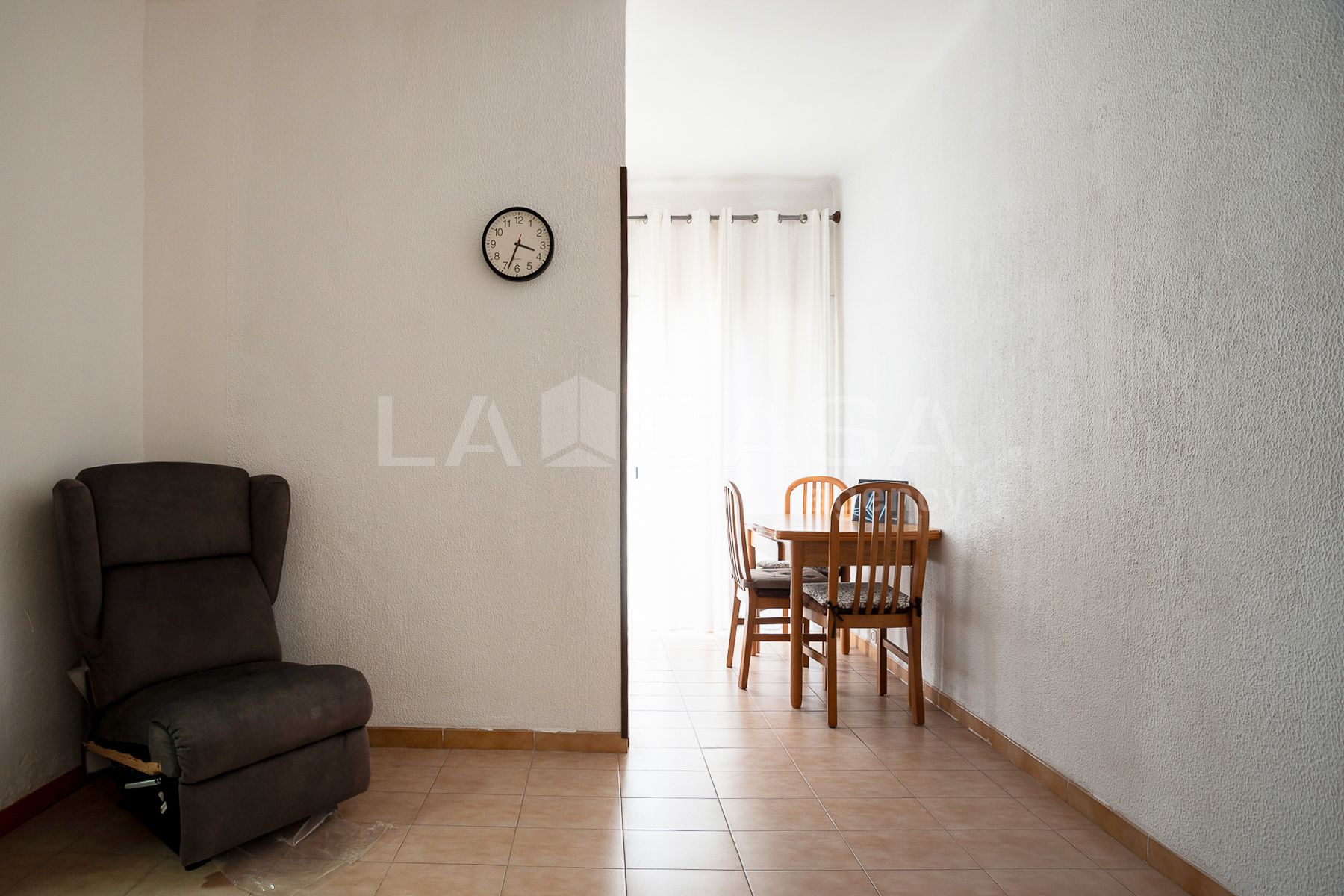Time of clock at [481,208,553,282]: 3:33
